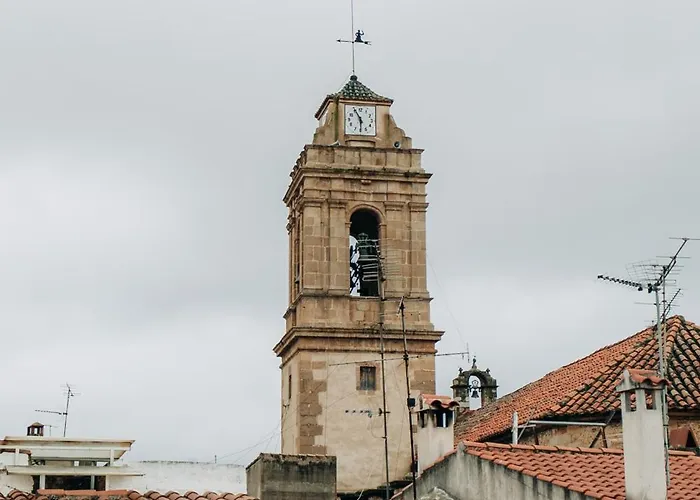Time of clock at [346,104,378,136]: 5:55
